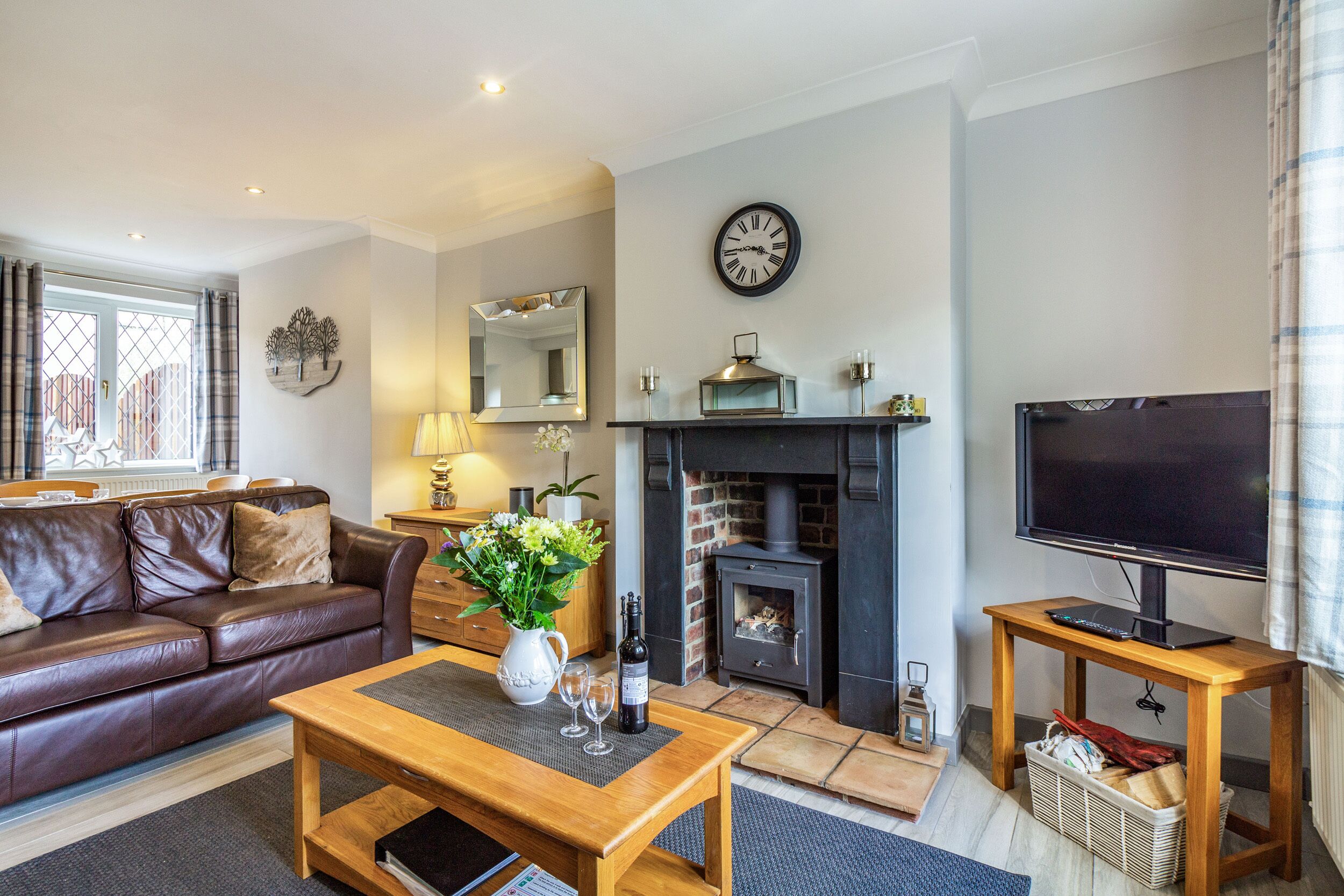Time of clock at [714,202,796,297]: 3:45
